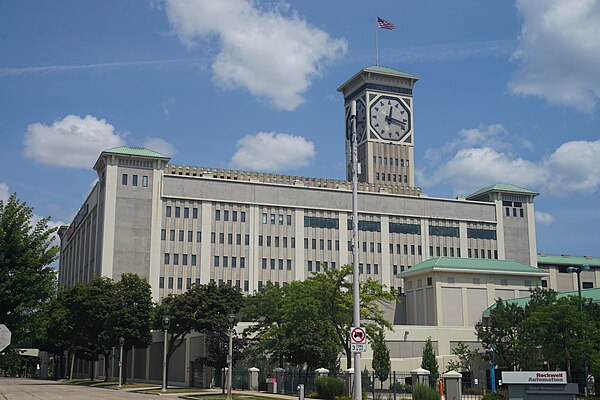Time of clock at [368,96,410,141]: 12:17
